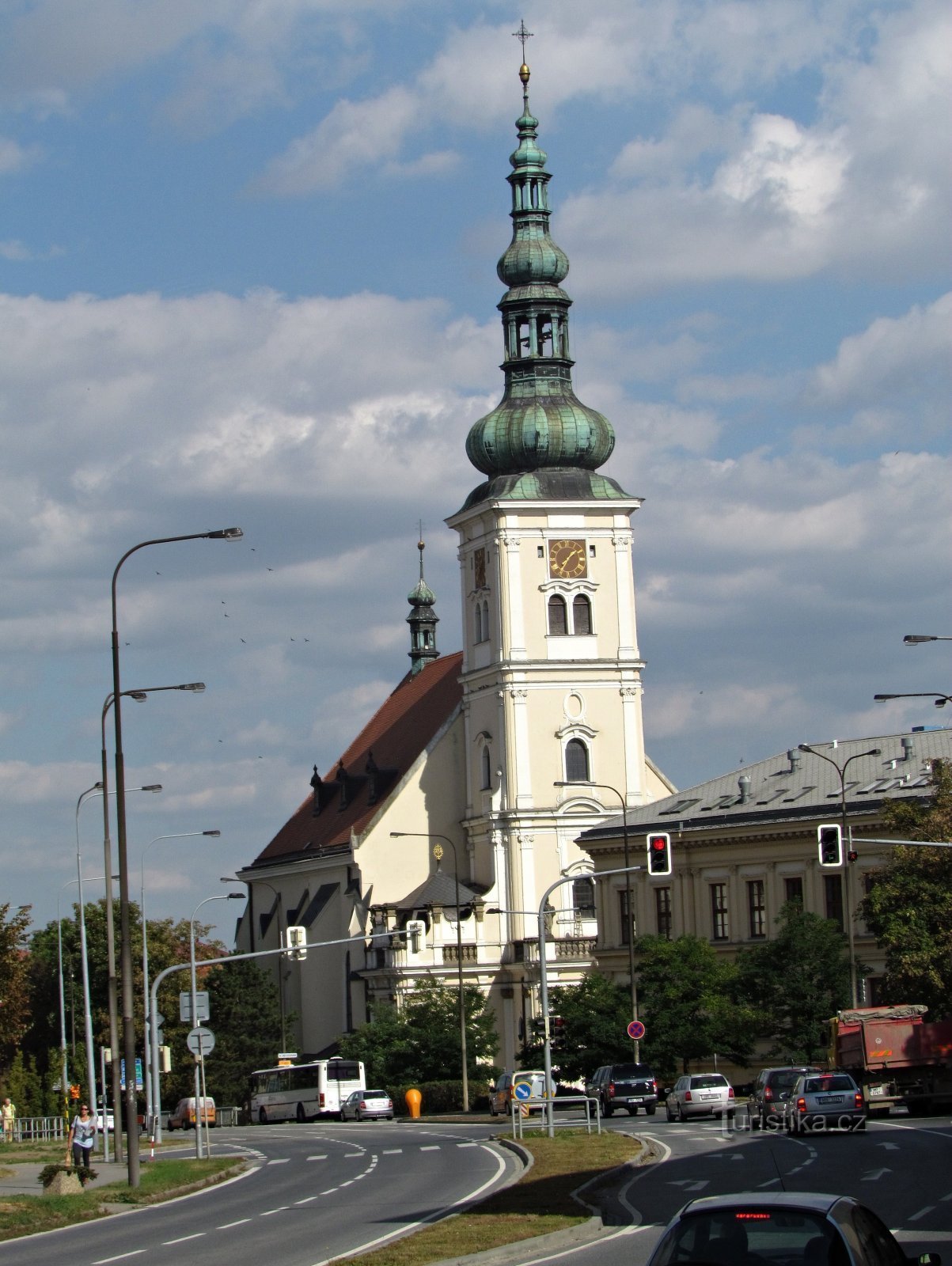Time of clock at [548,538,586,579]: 1:35
